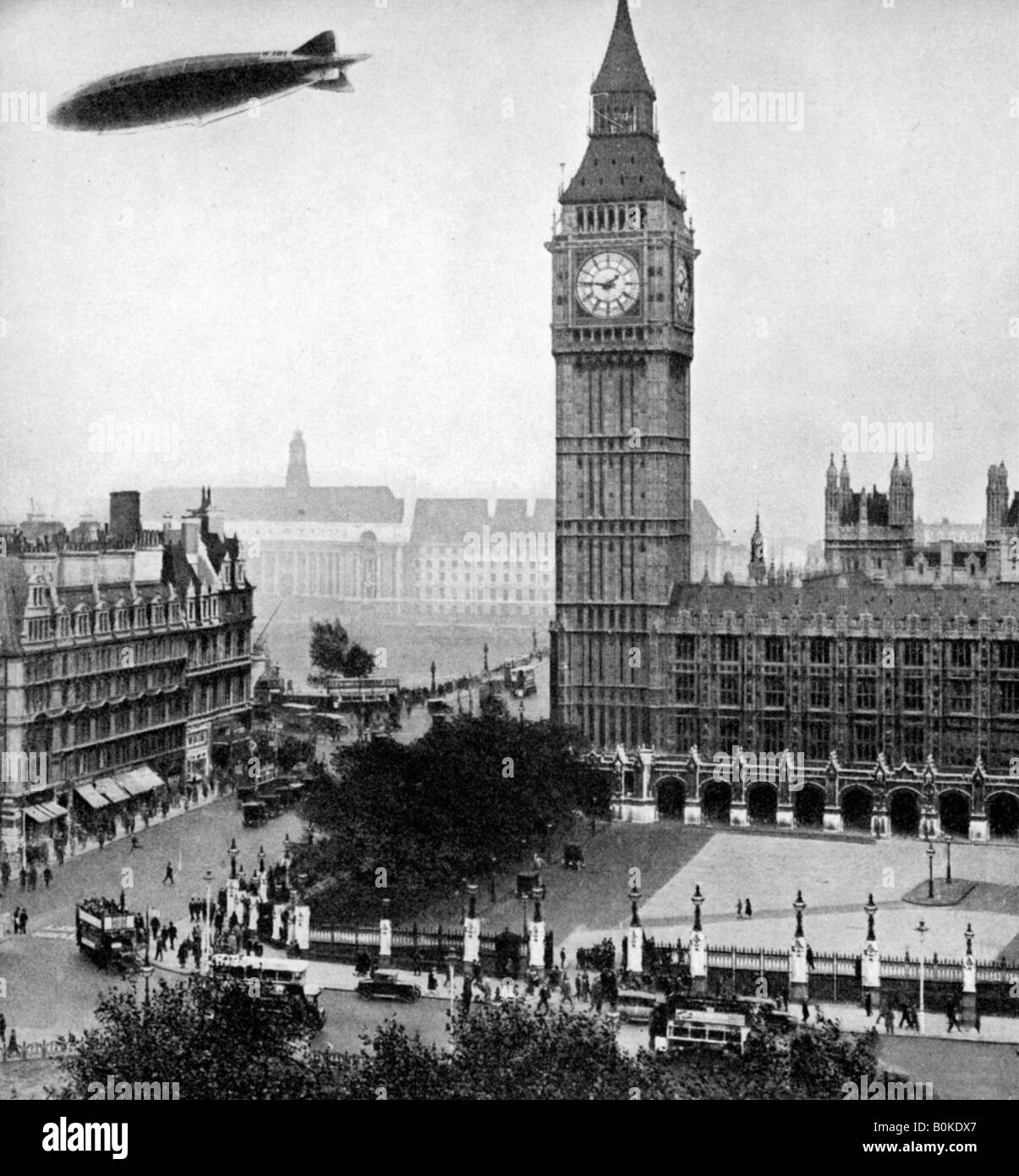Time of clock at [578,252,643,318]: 1:46
